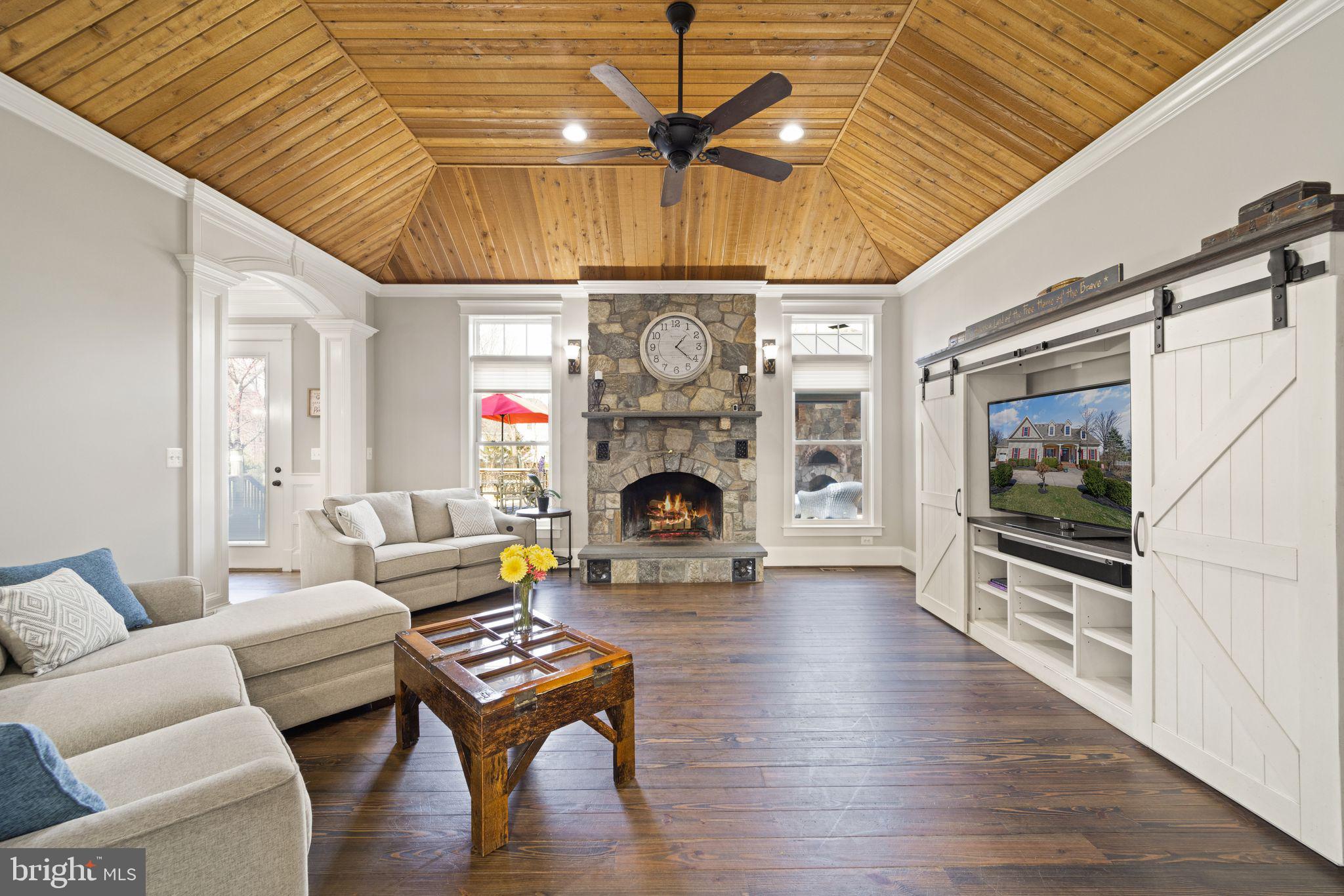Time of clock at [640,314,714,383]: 1:21
